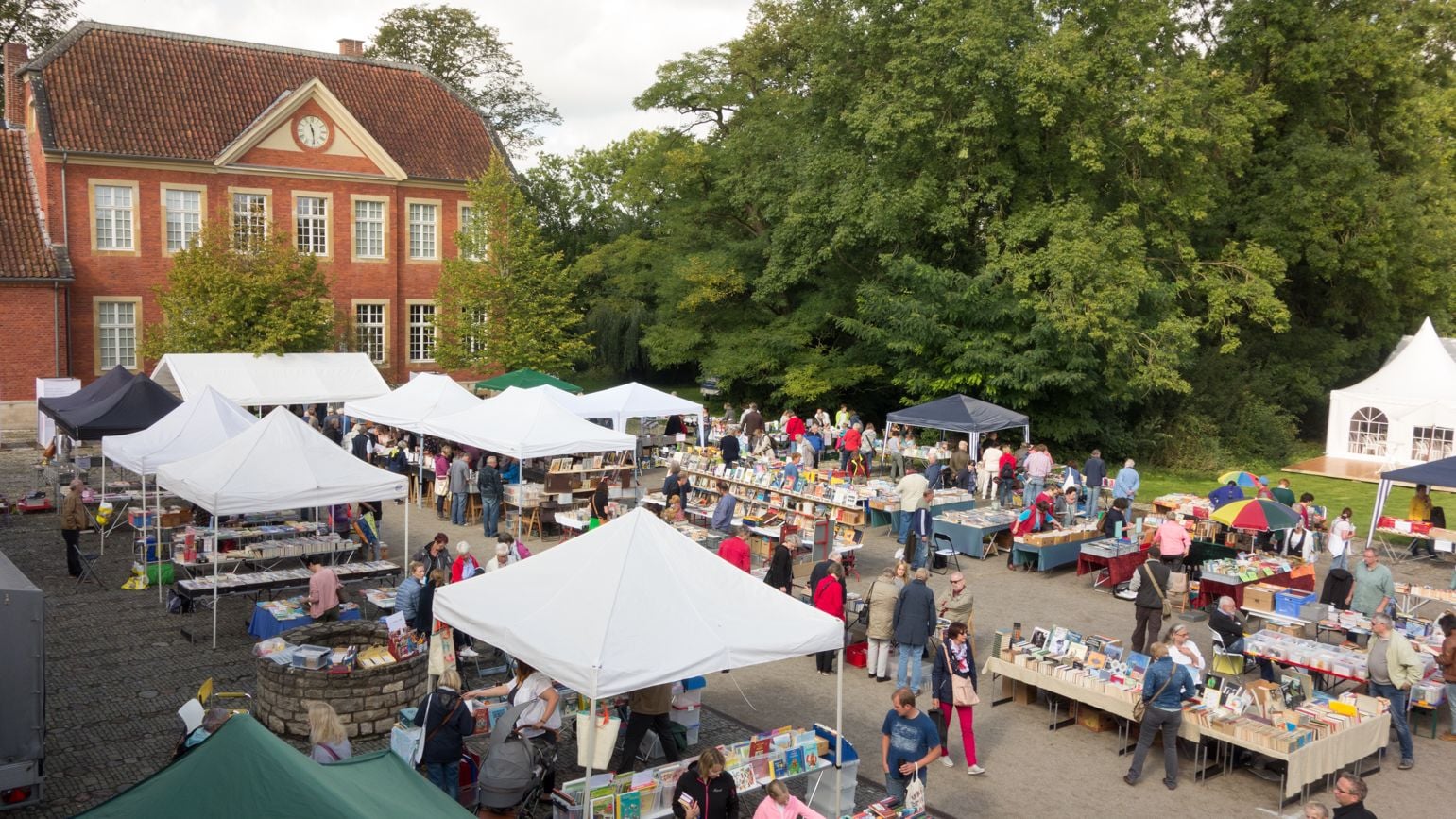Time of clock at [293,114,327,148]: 11:28
